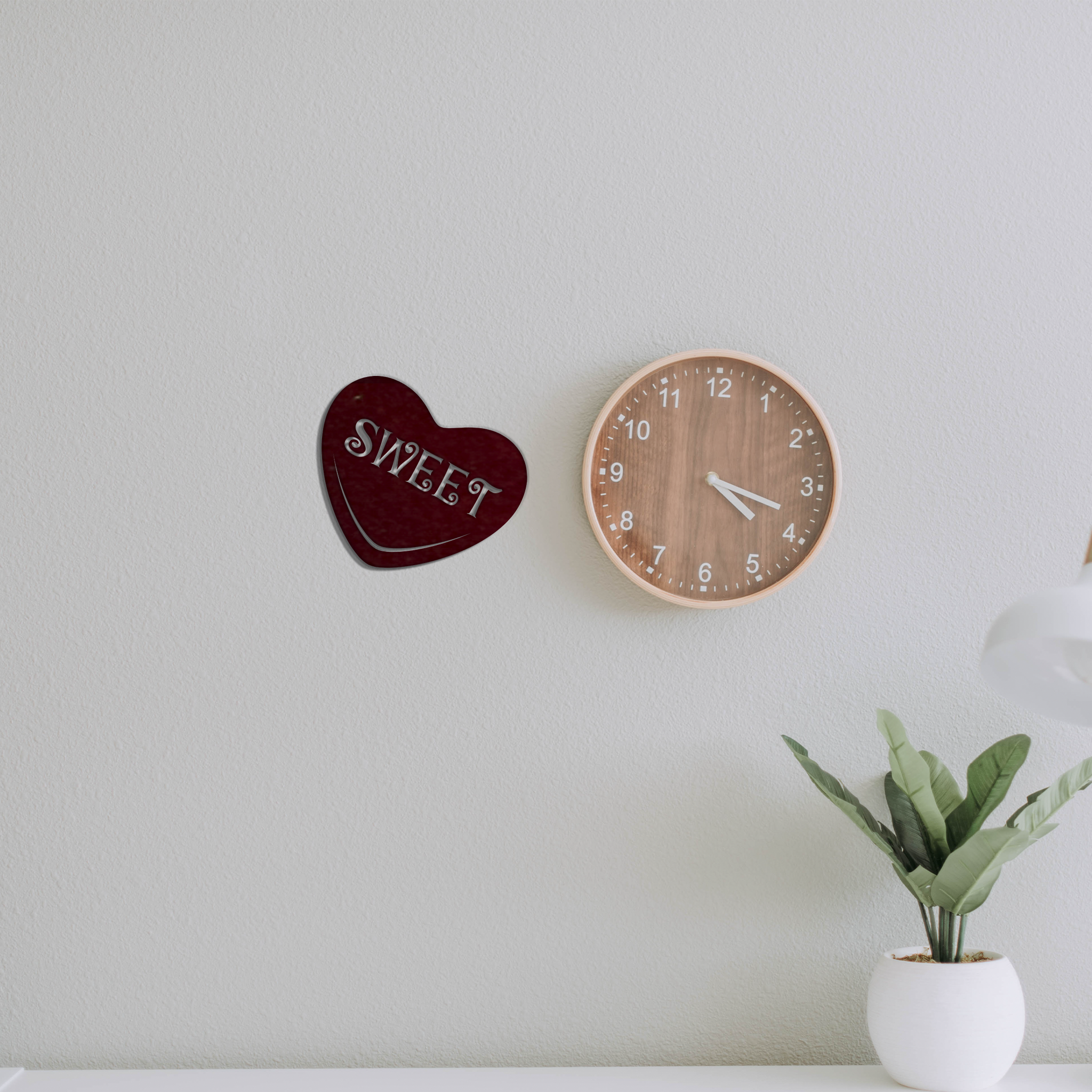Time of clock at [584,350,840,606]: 4:18
